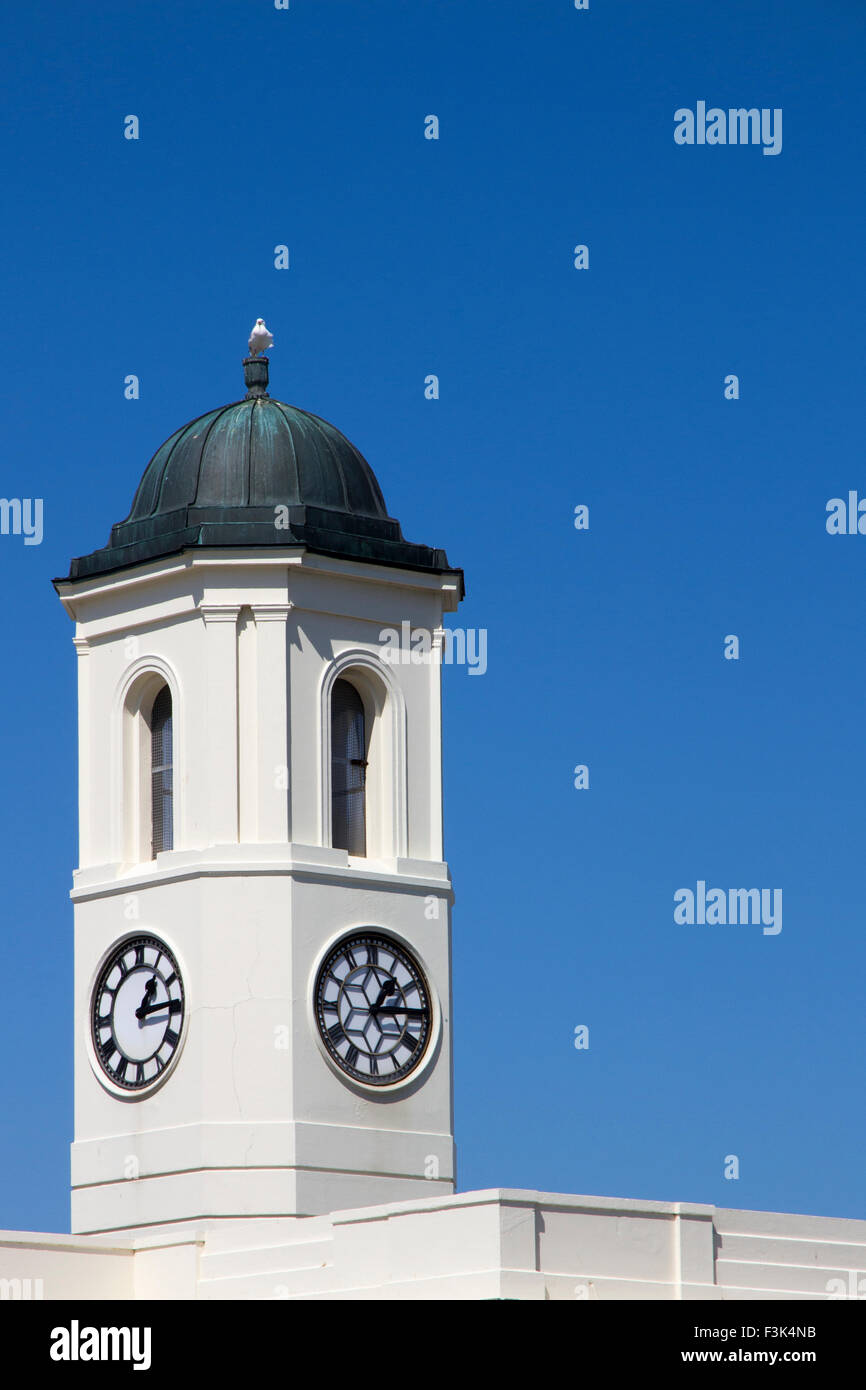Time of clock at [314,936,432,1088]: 1:14
